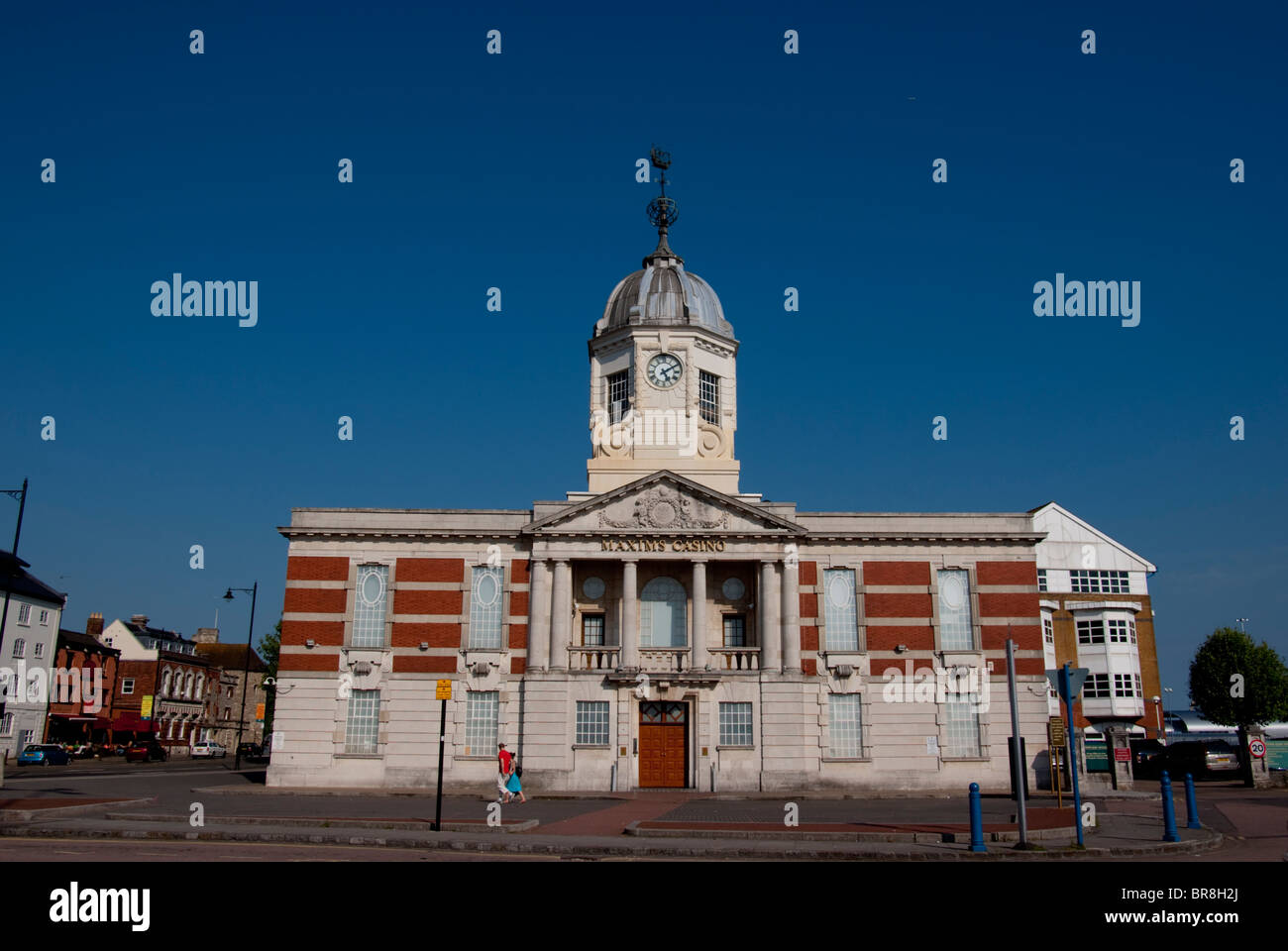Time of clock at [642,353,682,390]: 5:09
